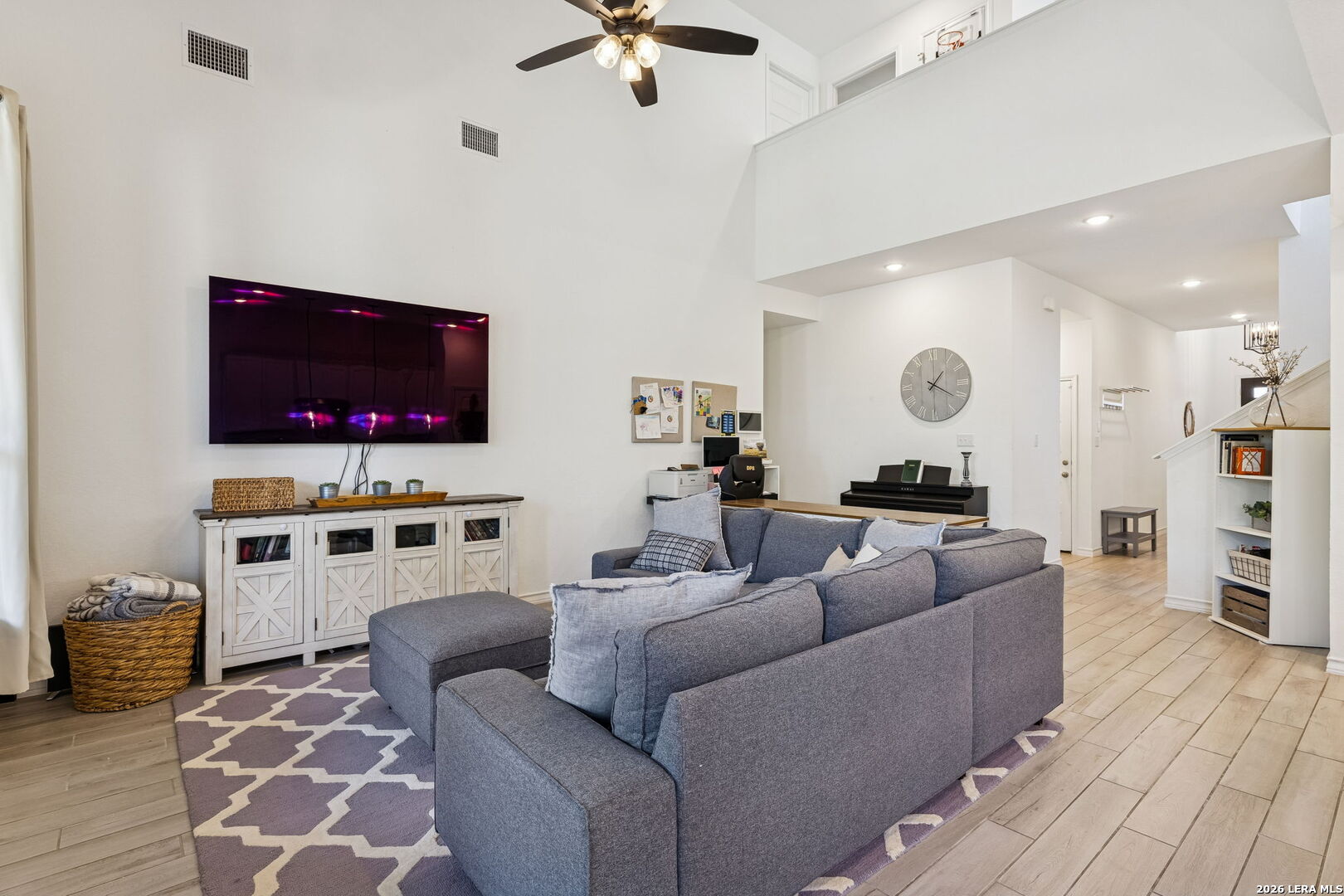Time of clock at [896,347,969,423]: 1:20
